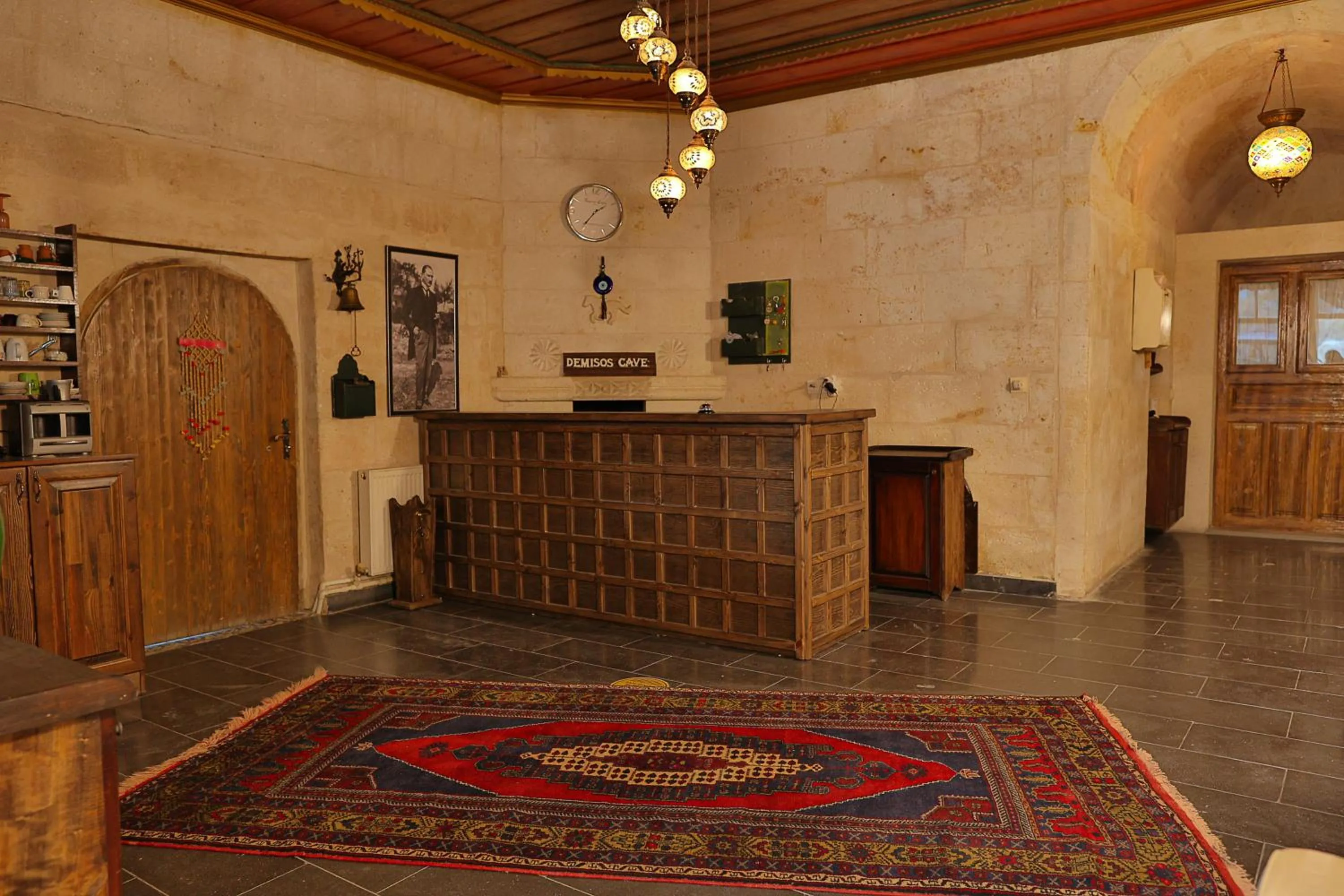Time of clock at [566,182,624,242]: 1:36
